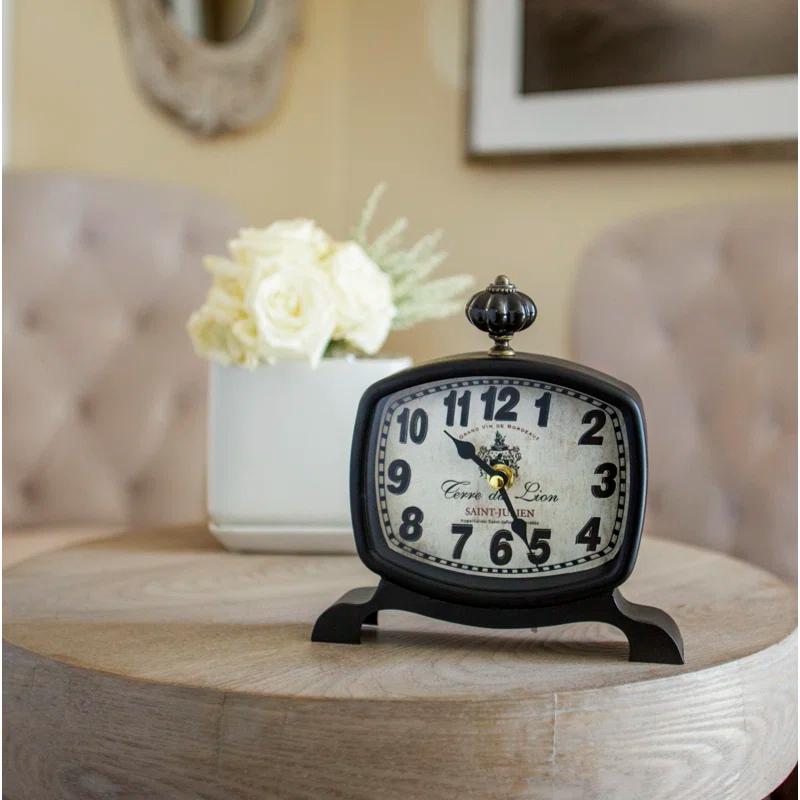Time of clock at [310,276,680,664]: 10:26
